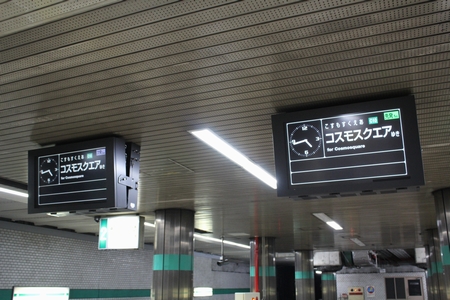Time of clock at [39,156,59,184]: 4:42
